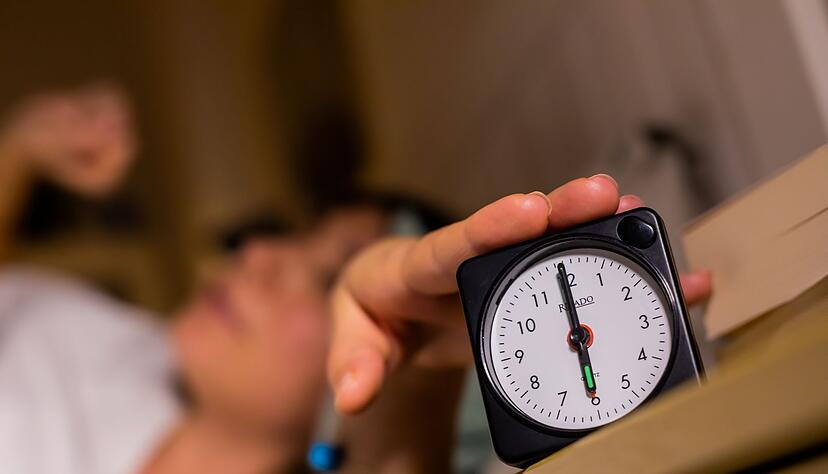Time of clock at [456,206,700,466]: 5:59
